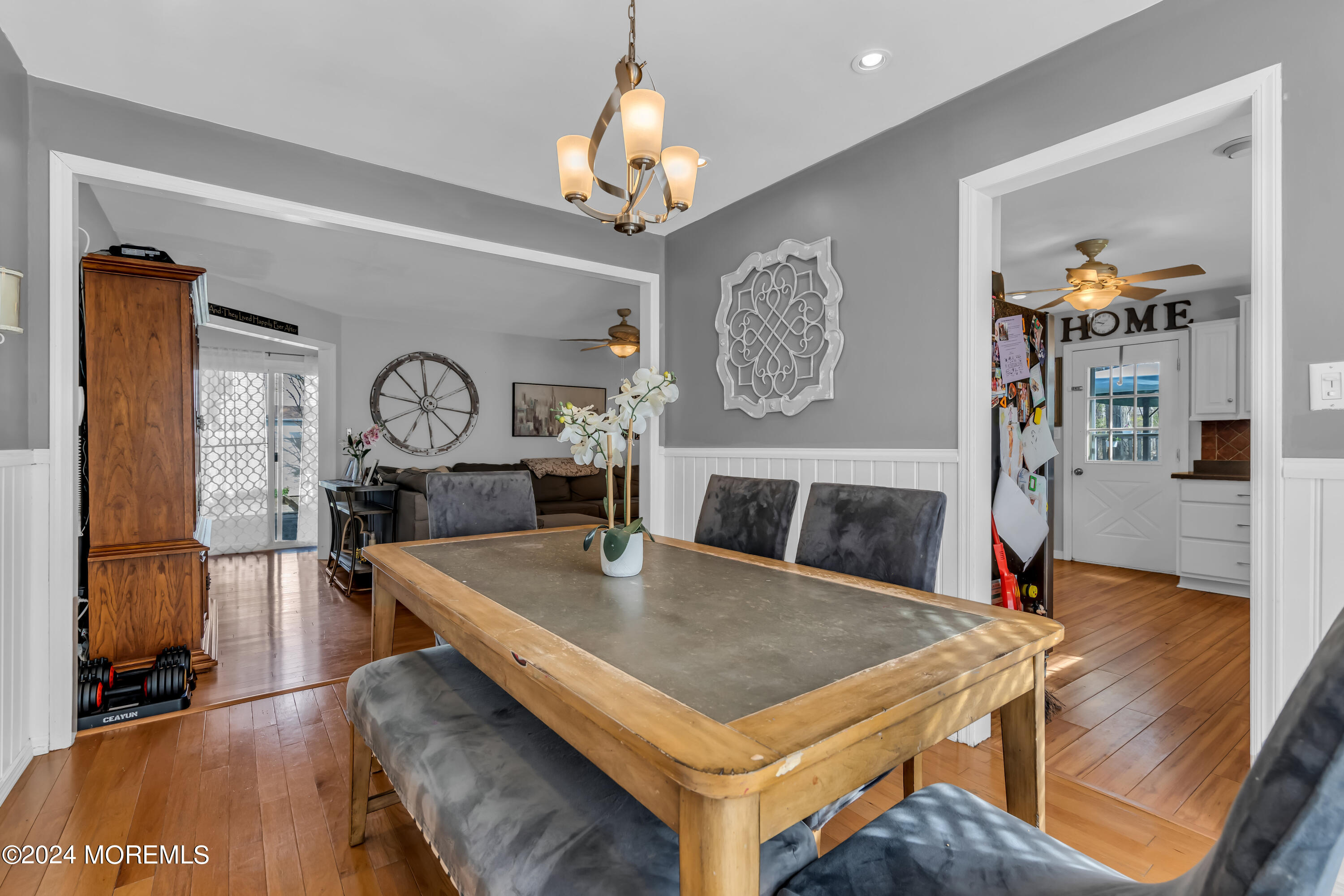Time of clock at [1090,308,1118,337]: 9:47
